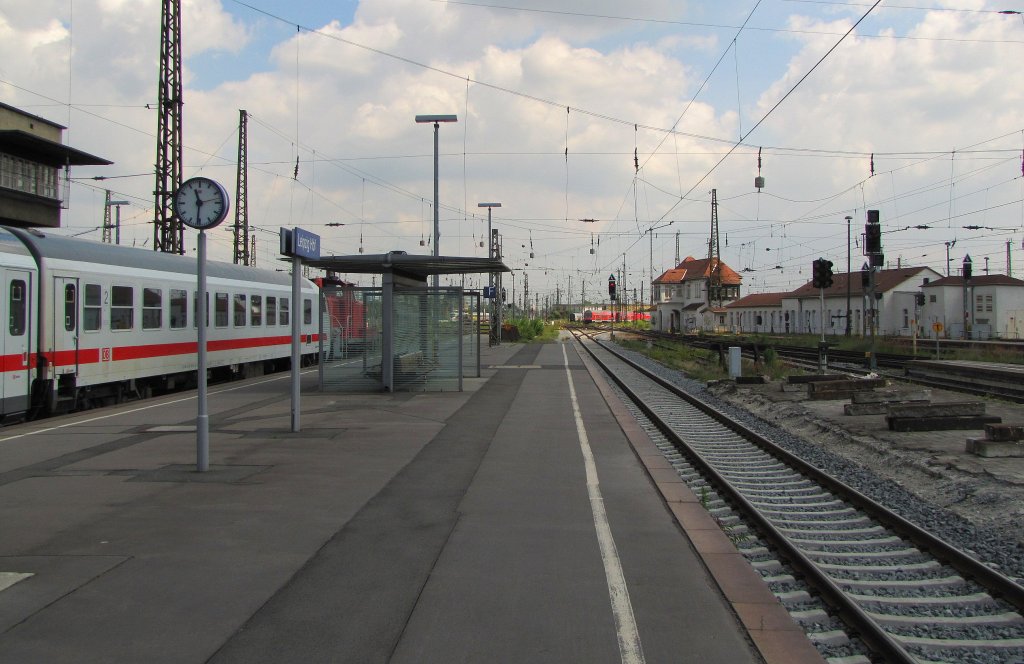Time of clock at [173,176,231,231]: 11:31
